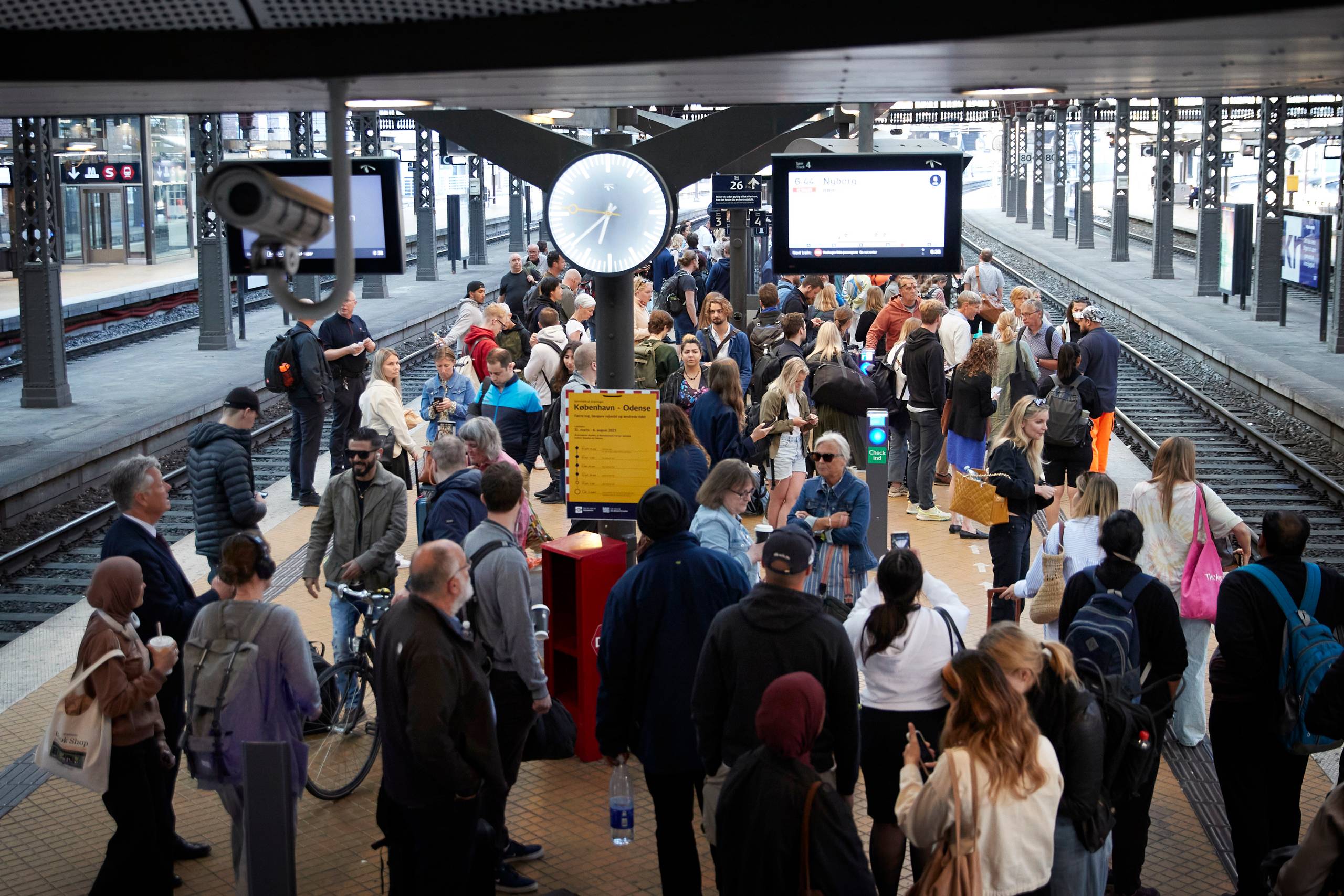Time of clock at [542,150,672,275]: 6:38
